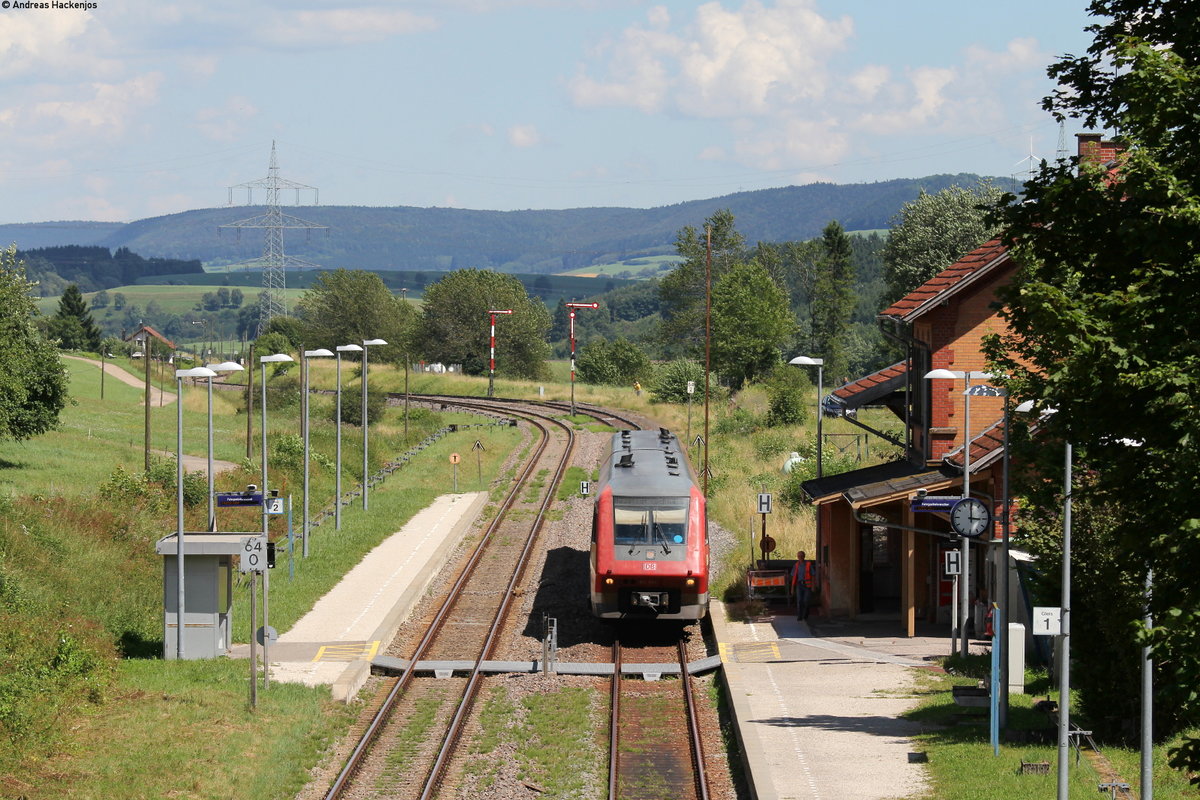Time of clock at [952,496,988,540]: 2:59
